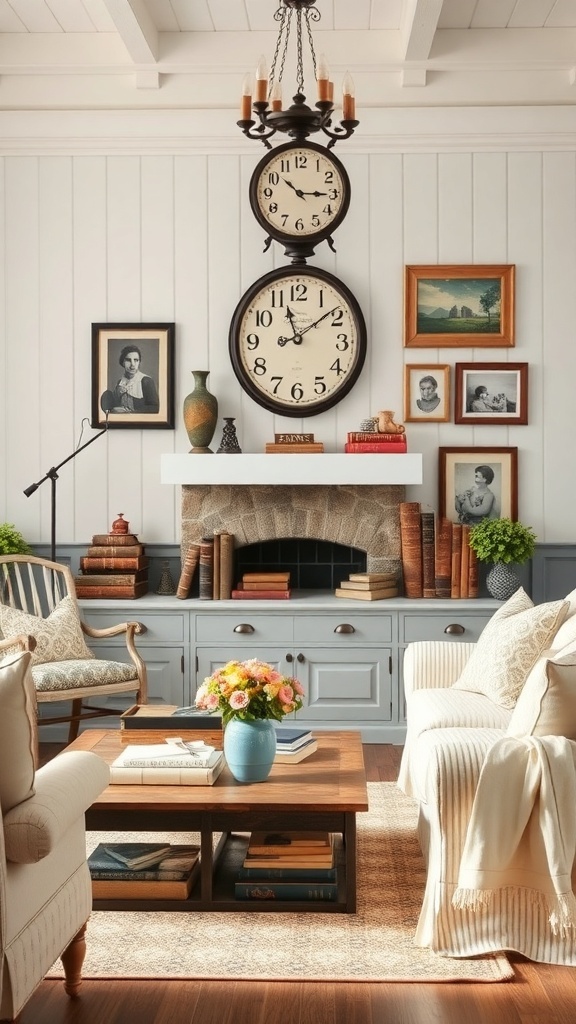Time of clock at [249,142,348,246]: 10:15
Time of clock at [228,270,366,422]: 11:08
